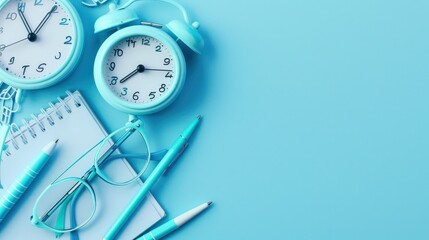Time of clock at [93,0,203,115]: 2:38
